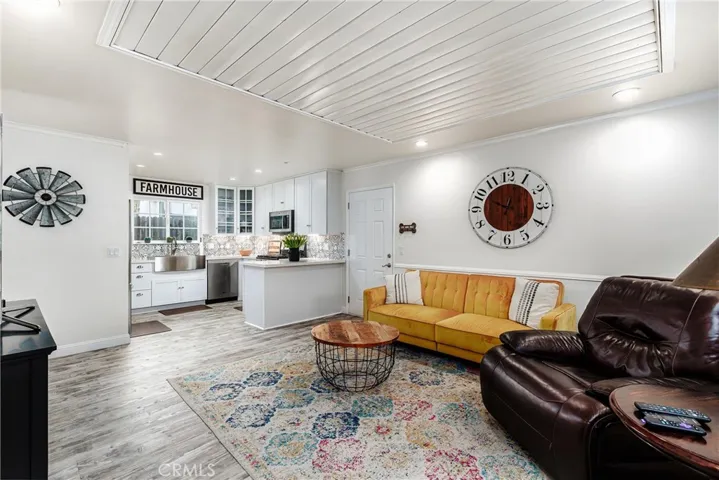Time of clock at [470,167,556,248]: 12:49
